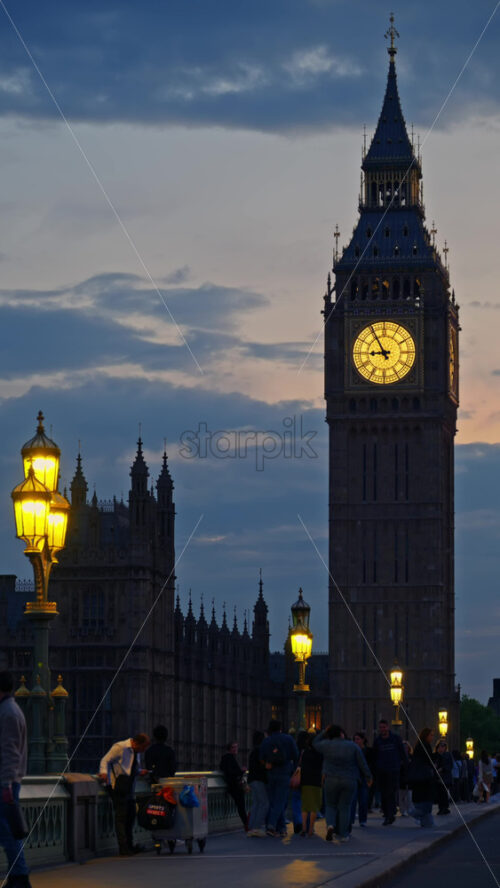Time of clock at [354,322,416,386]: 8:54
